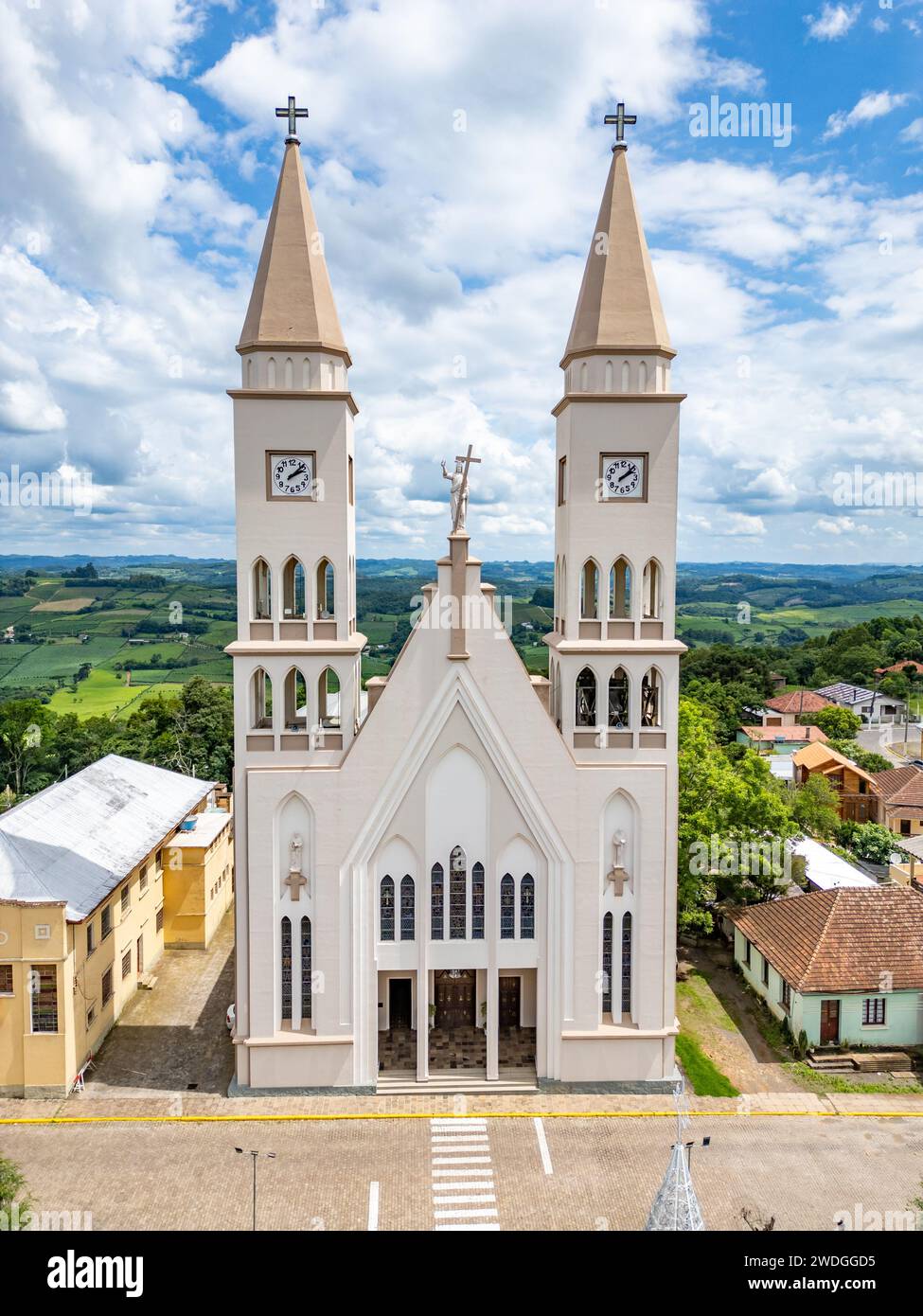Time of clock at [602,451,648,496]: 2:07
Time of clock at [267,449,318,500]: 2:07
